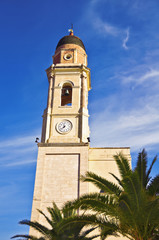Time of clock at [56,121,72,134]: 11:37
